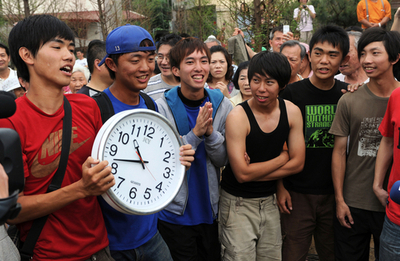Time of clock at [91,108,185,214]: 10:42
